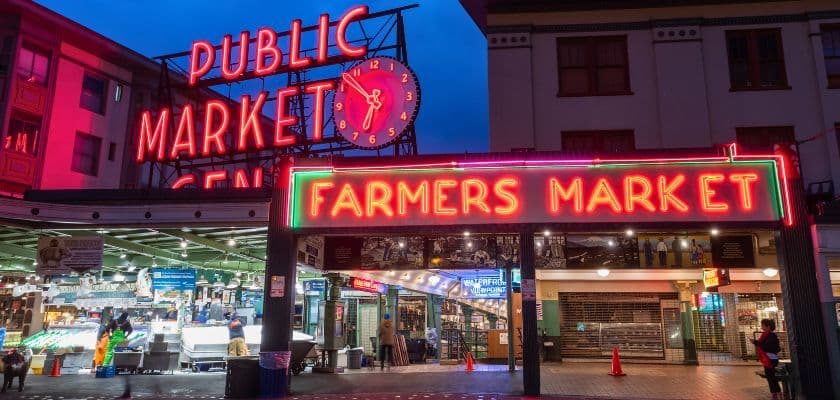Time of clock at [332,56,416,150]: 6:52
